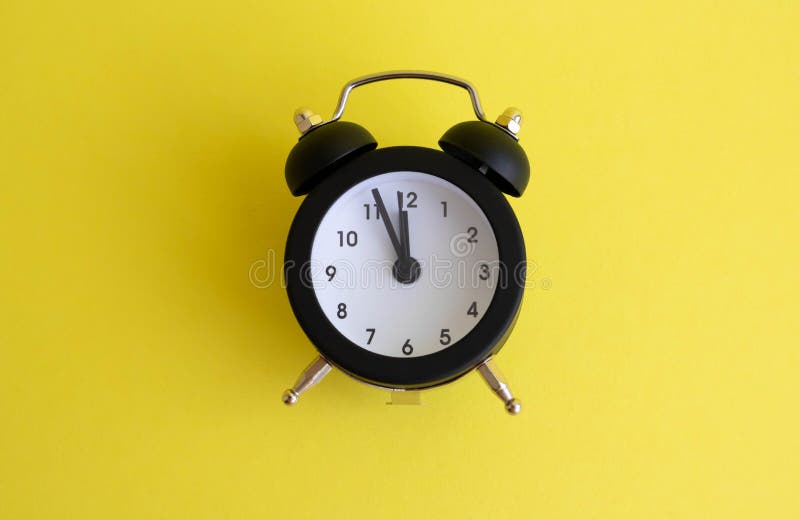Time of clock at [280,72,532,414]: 11:56
